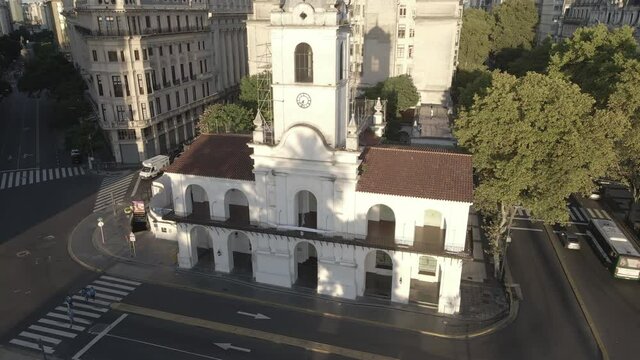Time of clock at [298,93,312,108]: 7:33
